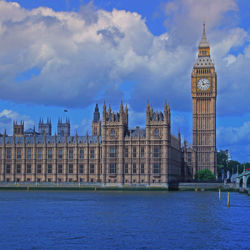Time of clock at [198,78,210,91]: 11:13
